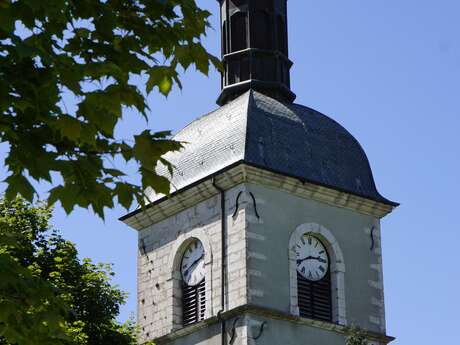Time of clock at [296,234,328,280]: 2:40
